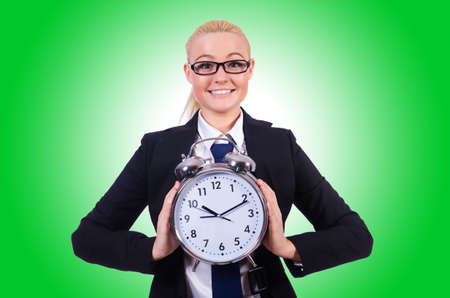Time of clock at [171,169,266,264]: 10:11
